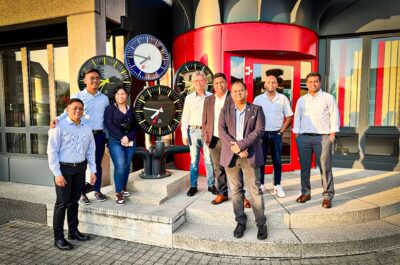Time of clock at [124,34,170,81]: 7:46
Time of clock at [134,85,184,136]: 7:46
